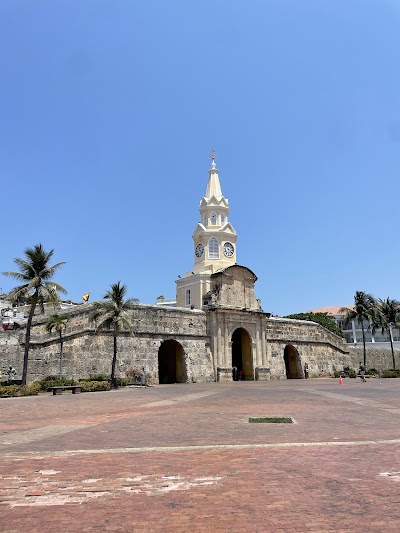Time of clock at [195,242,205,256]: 11:22
